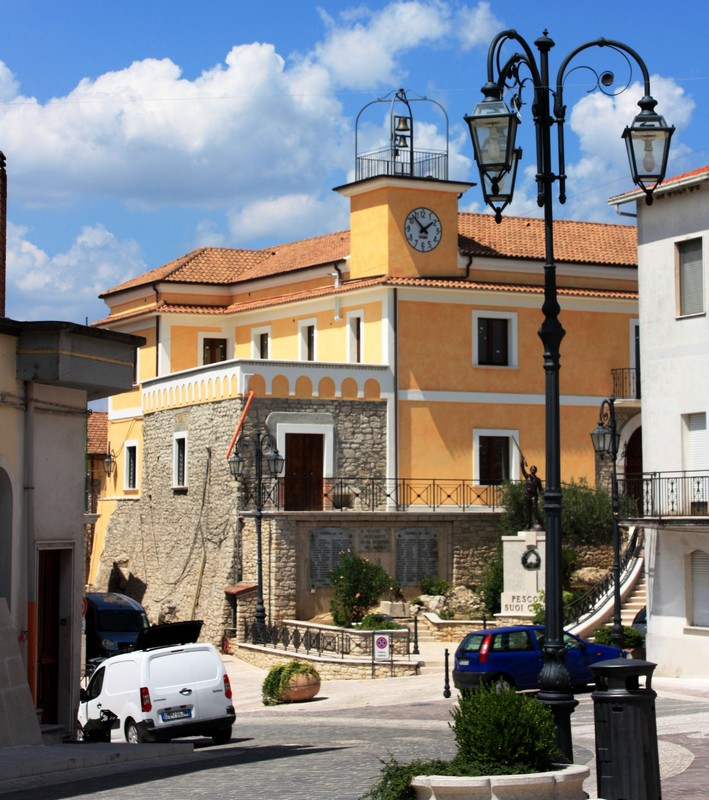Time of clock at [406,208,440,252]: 1:52
